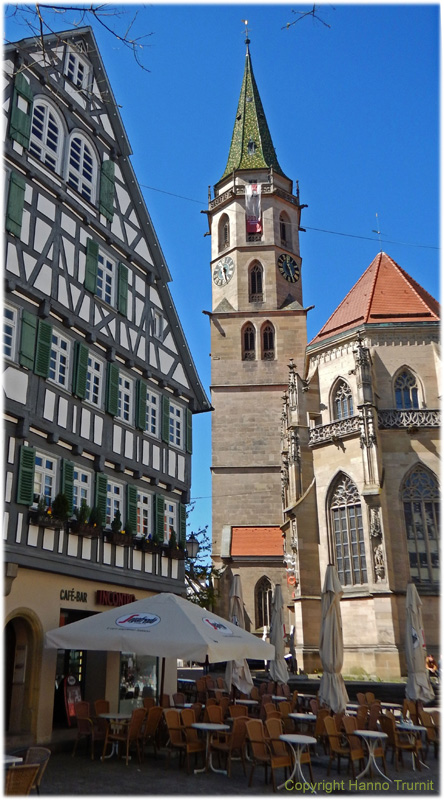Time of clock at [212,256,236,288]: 5:26
